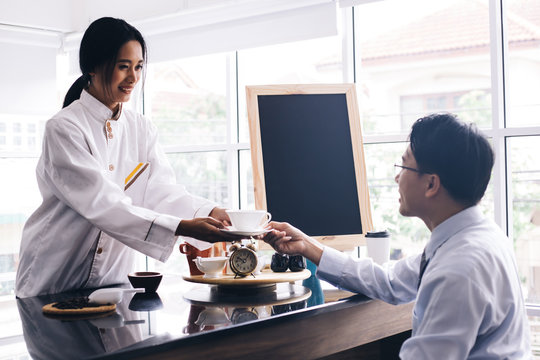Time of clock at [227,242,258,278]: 10:06
